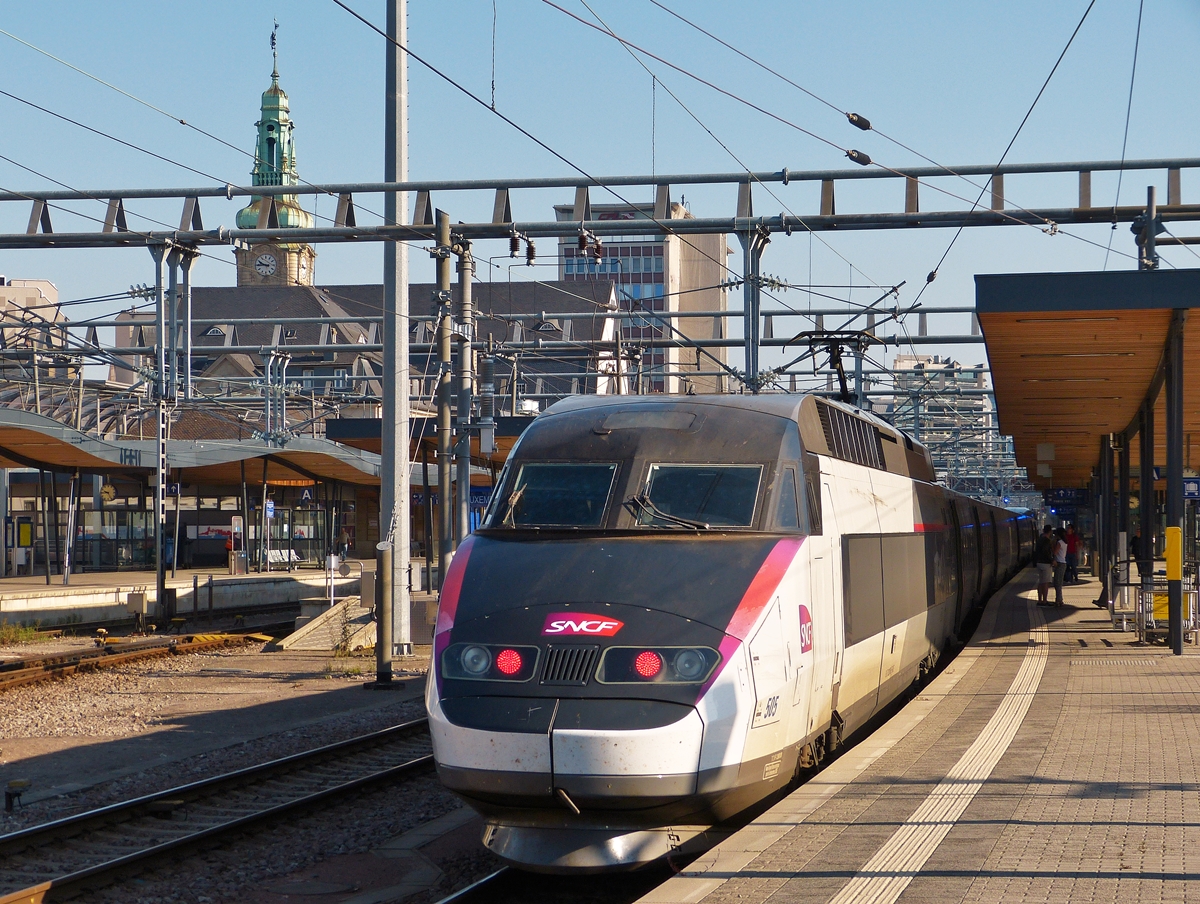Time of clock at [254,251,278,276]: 9:44
